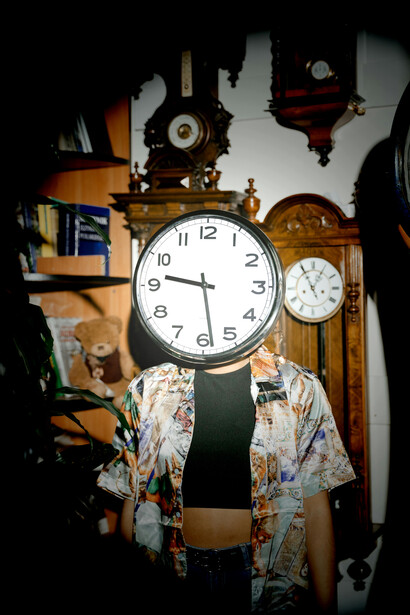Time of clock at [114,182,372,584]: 9:28
